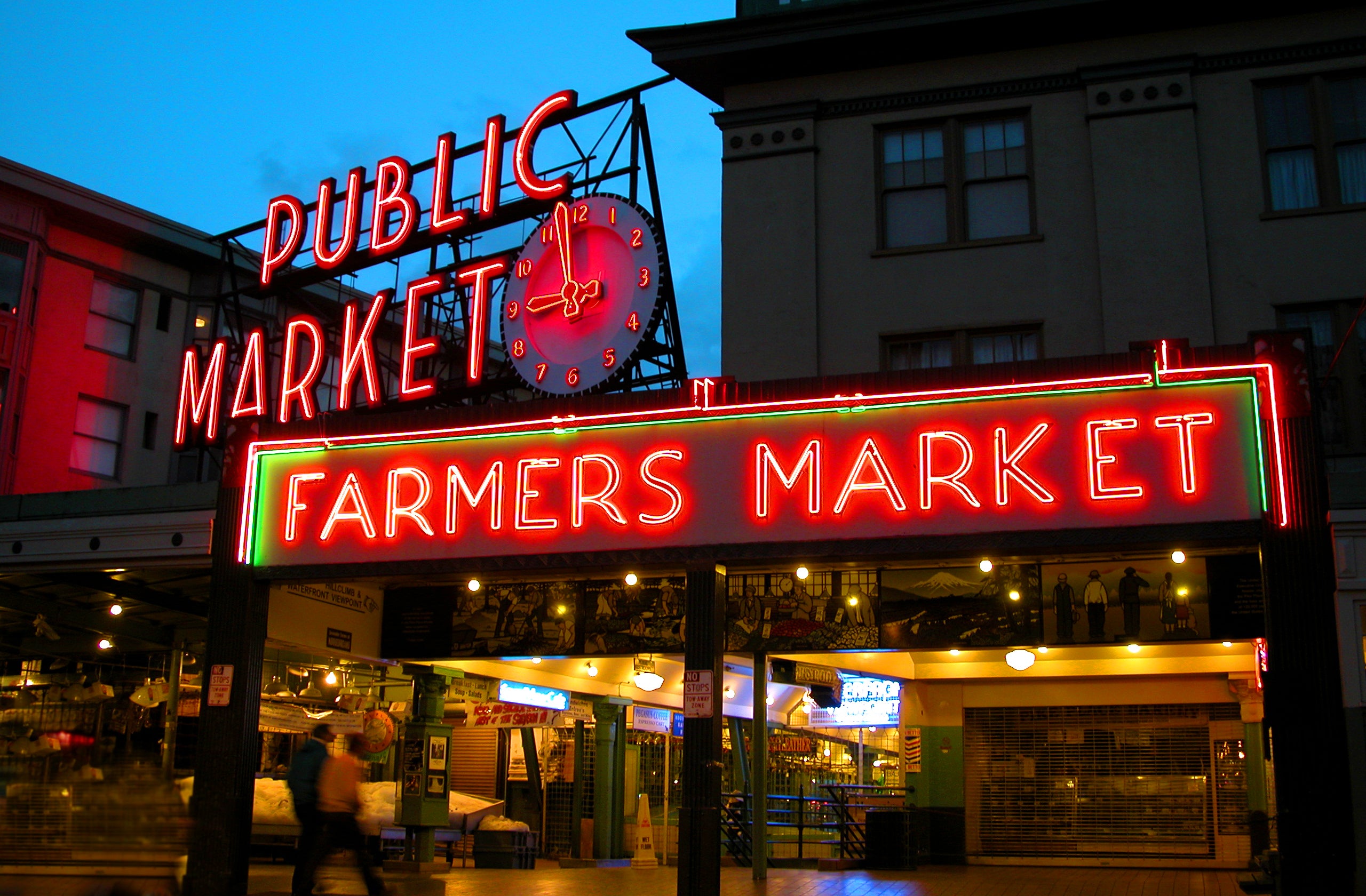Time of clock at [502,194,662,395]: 8:57
